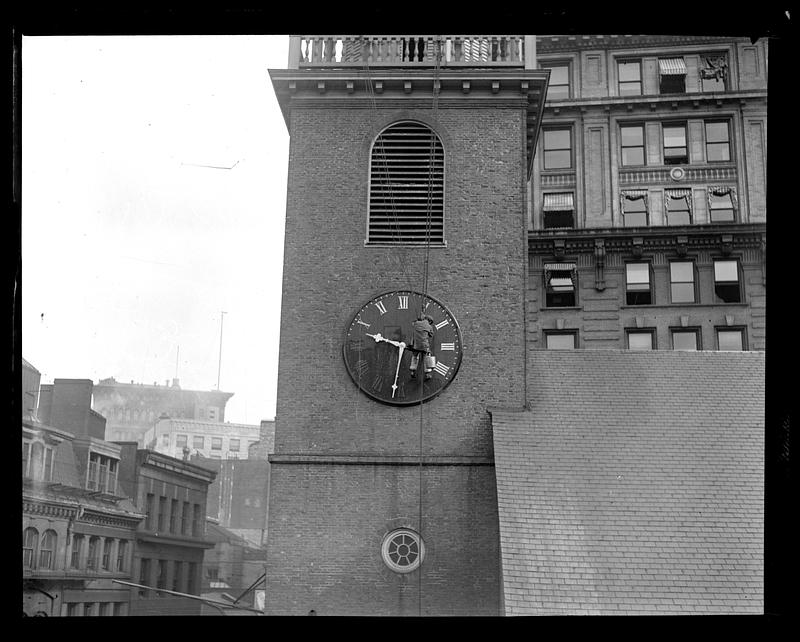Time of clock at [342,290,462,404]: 9:31
